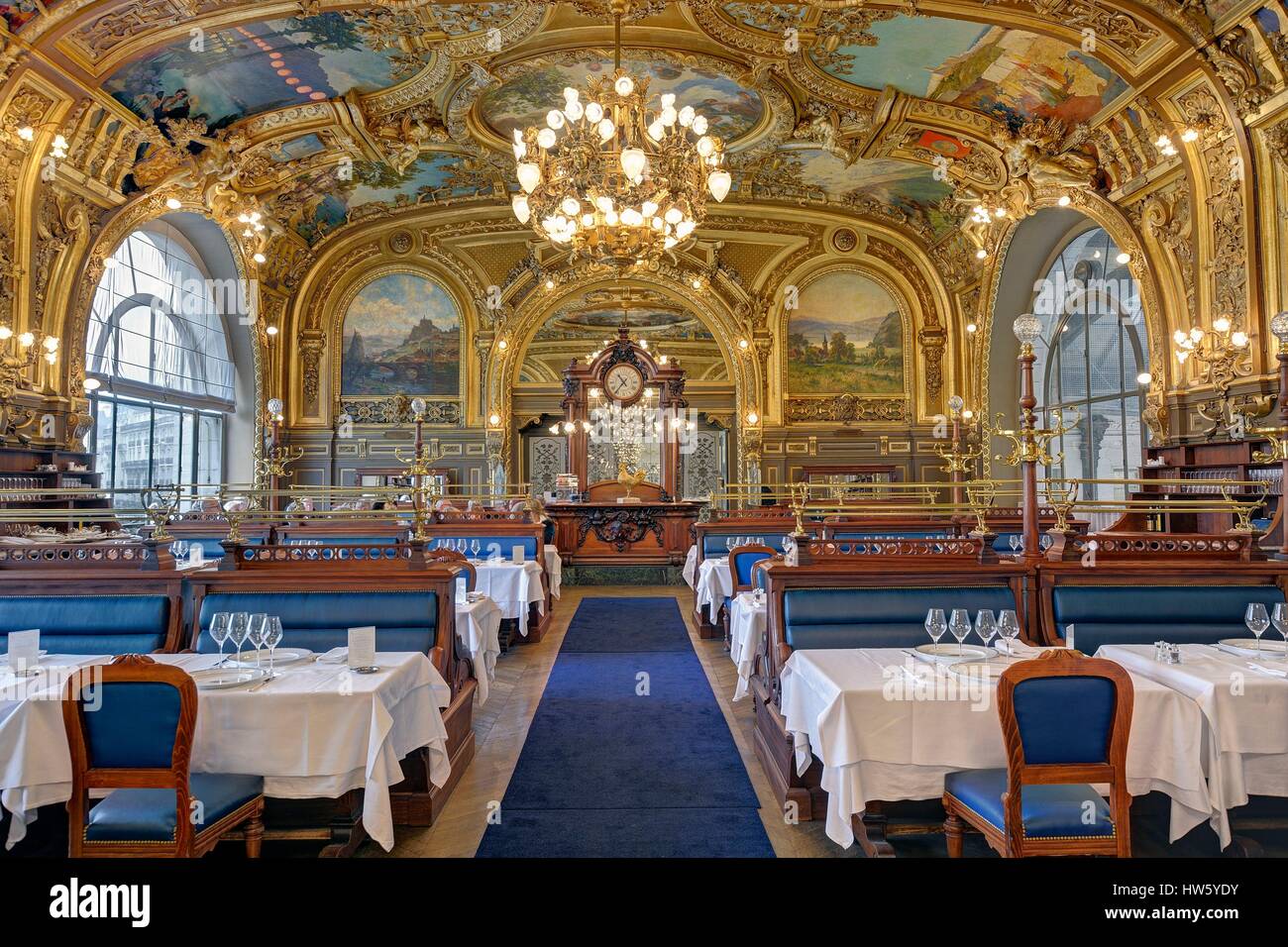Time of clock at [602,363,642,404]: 10:36
